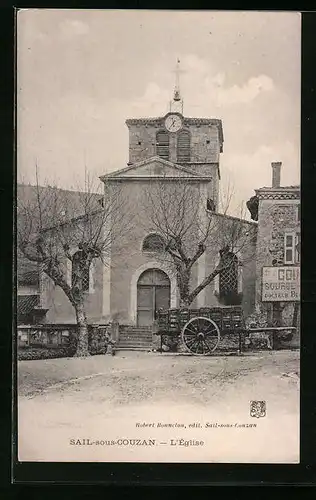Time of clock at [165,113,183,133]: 11:35
